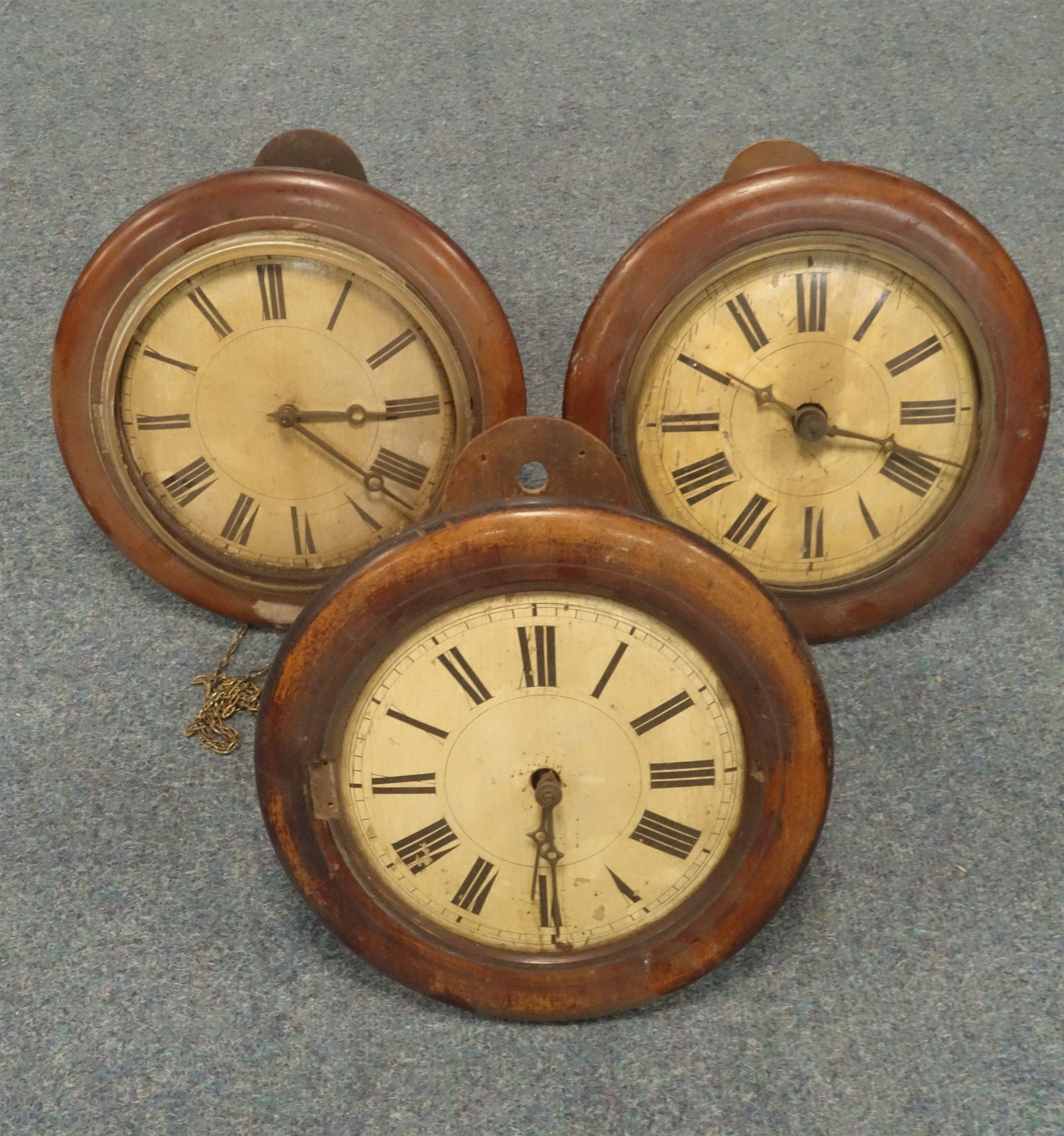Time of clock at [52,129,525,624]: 3:22
